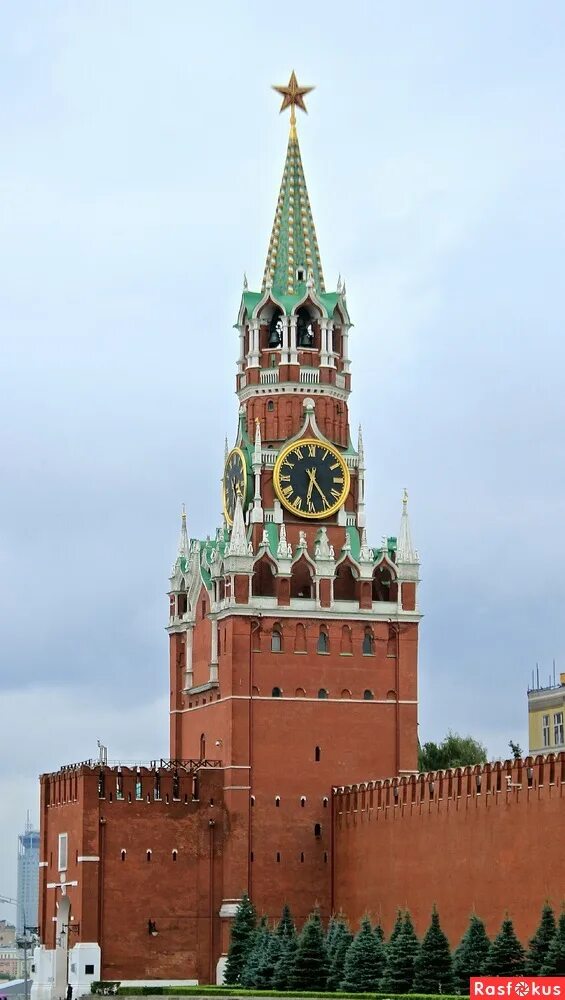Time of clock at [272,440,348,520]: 6:24
